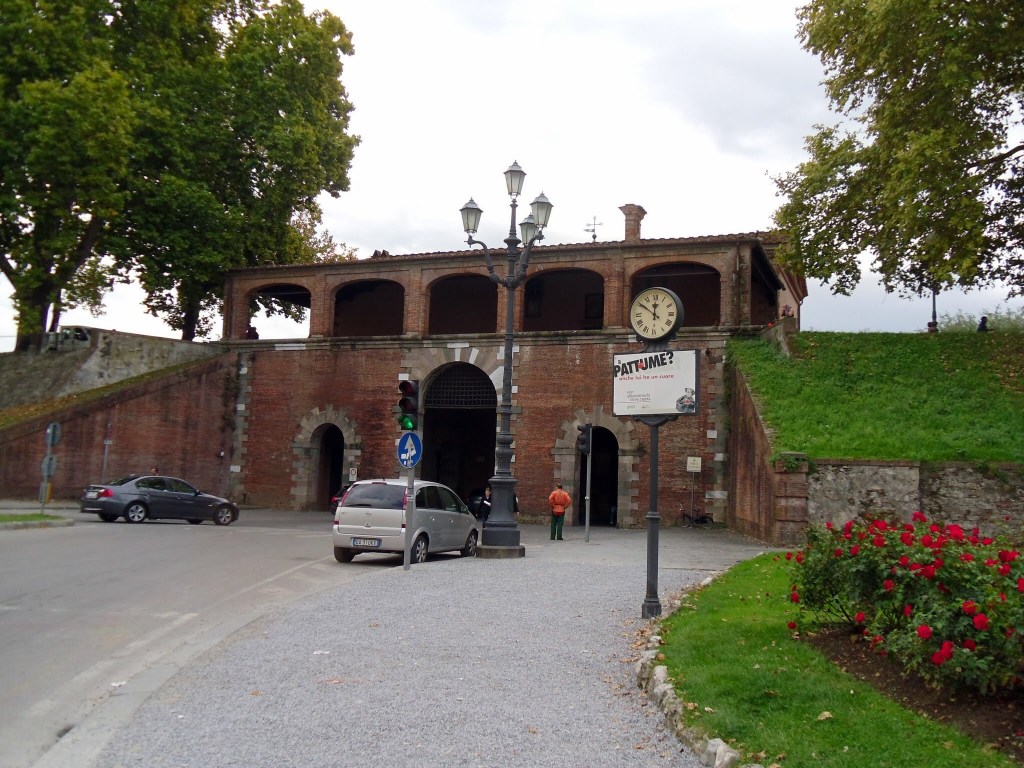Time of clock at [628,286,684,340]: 11:50
